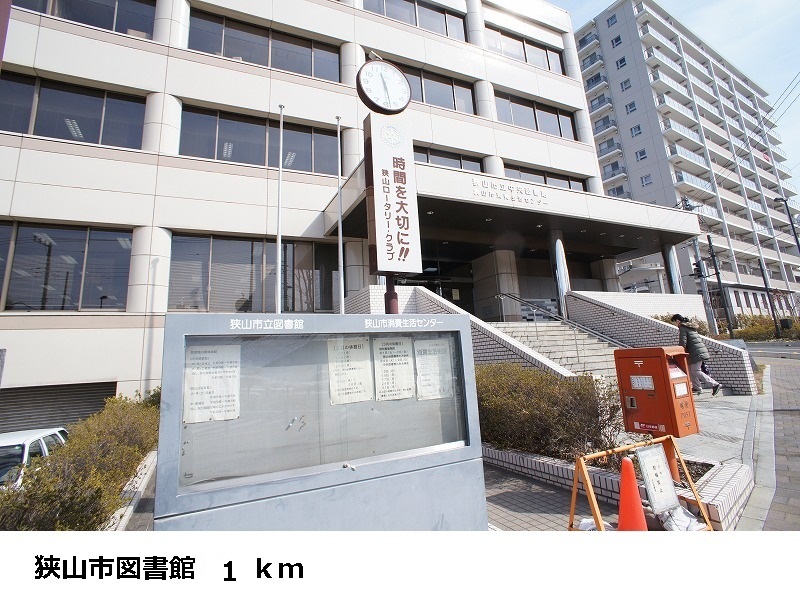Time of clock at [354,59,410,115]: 11:28
